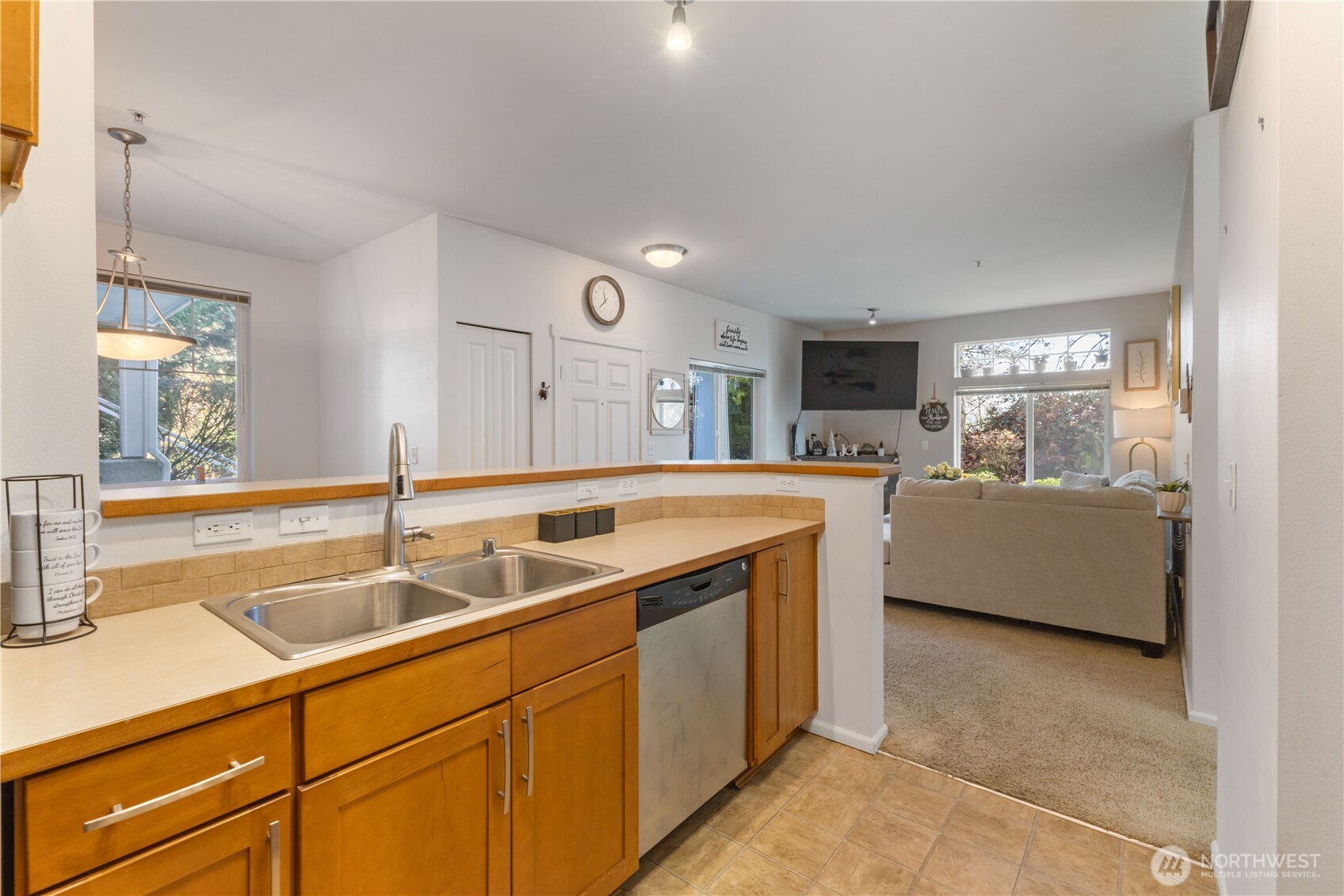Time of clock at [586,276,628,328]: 11:37
